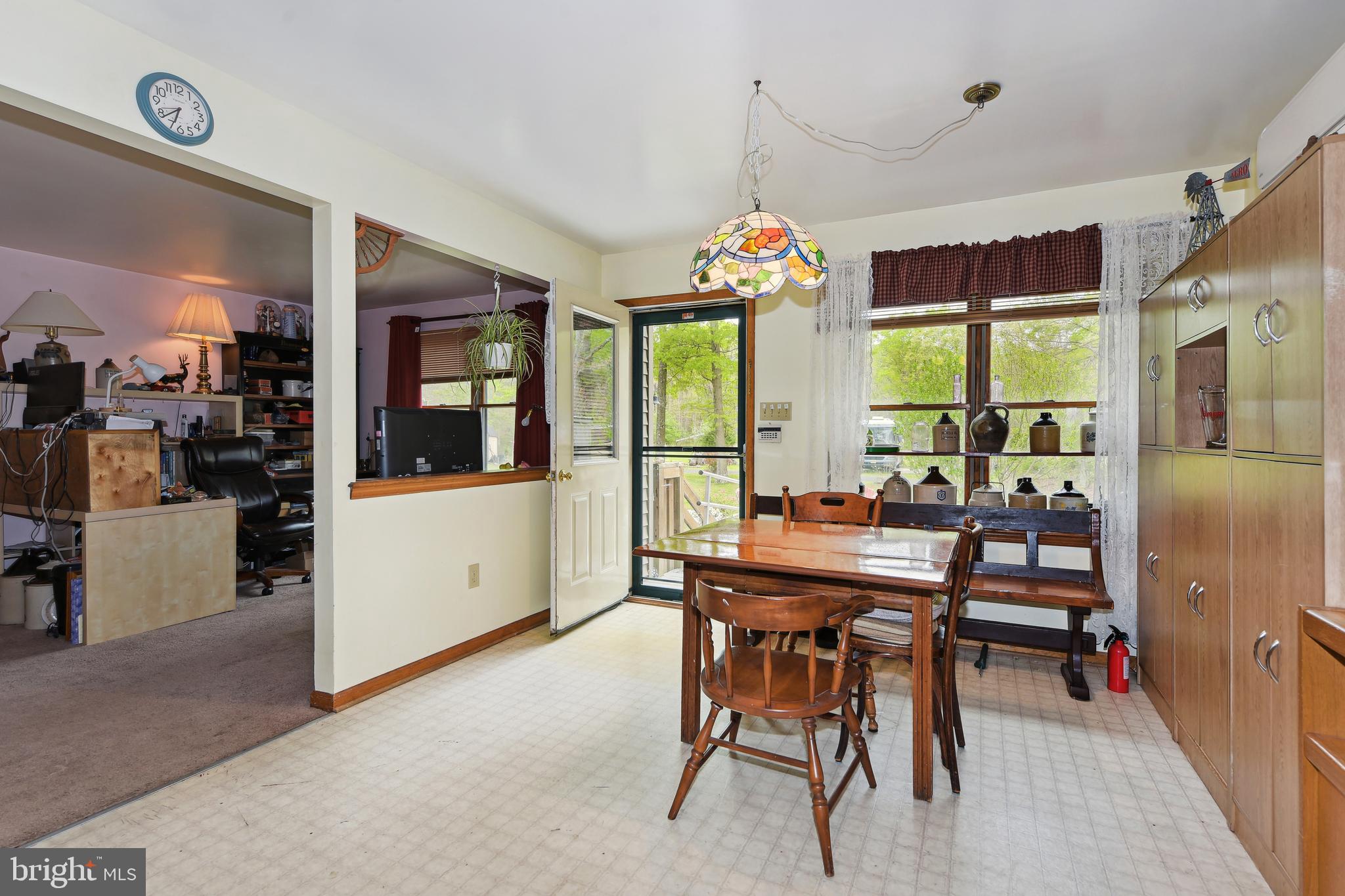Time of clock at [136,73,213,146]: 6:38
